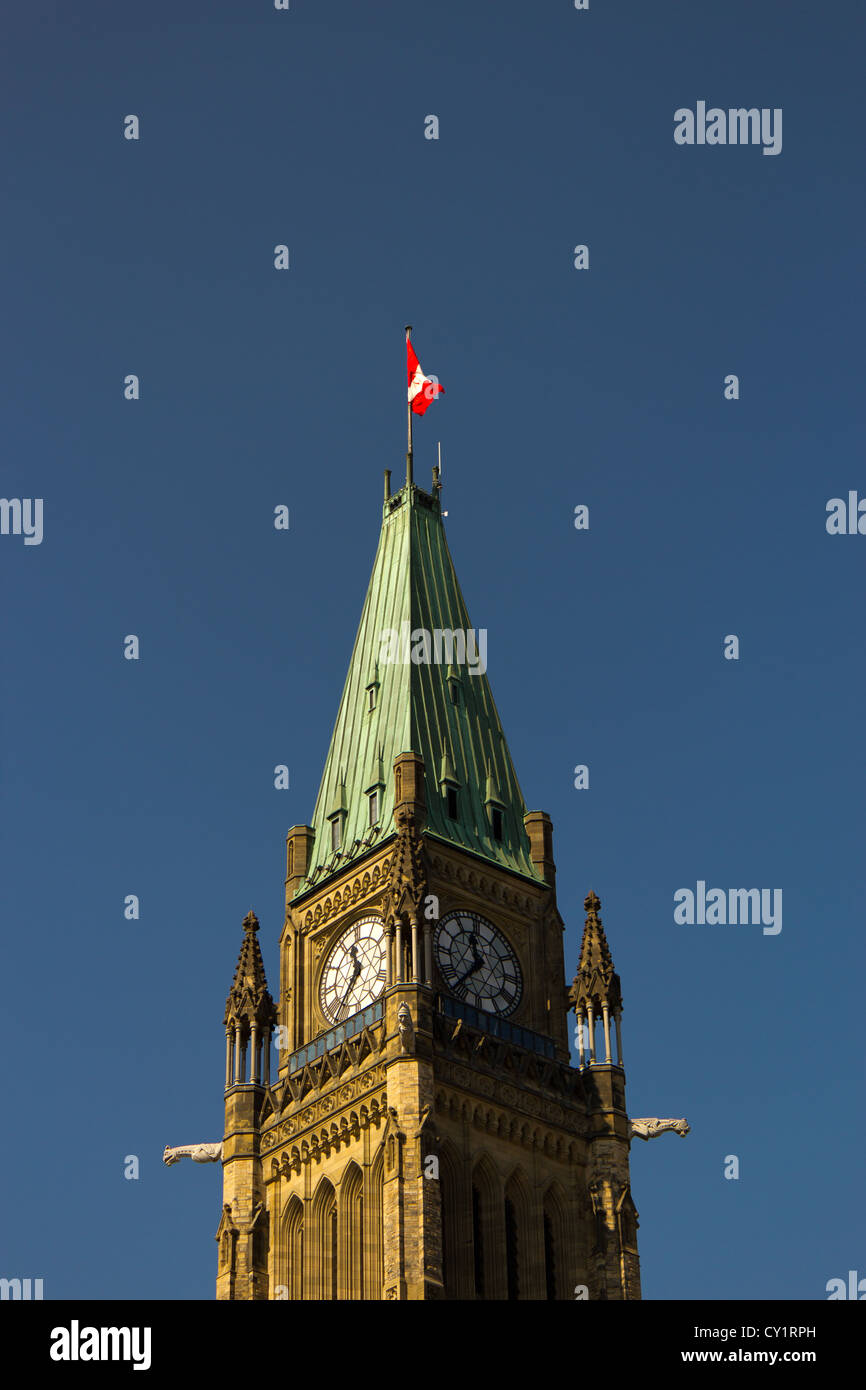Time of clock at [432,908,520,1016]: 11:36
